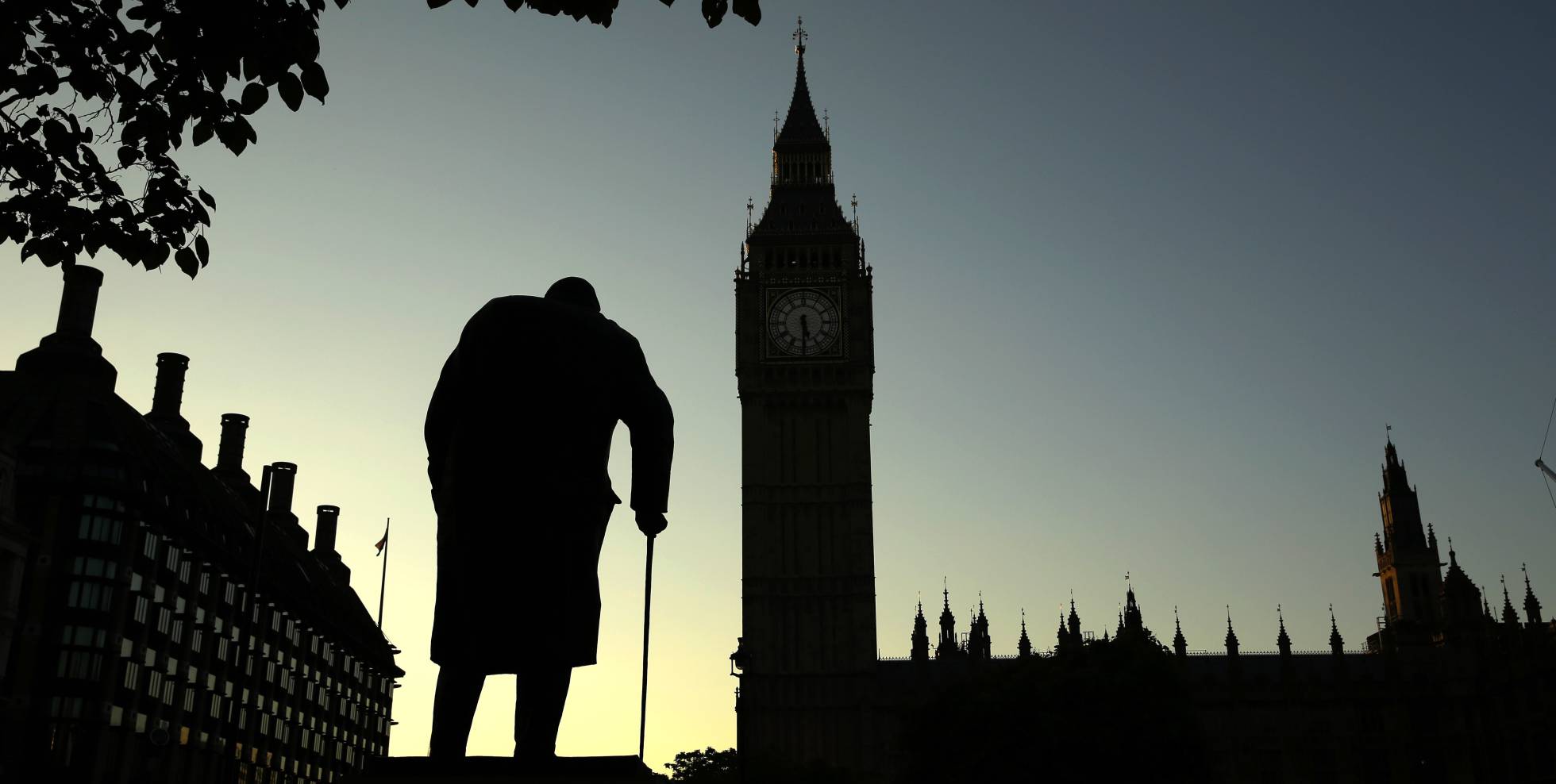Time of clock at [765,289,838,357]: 5:30
